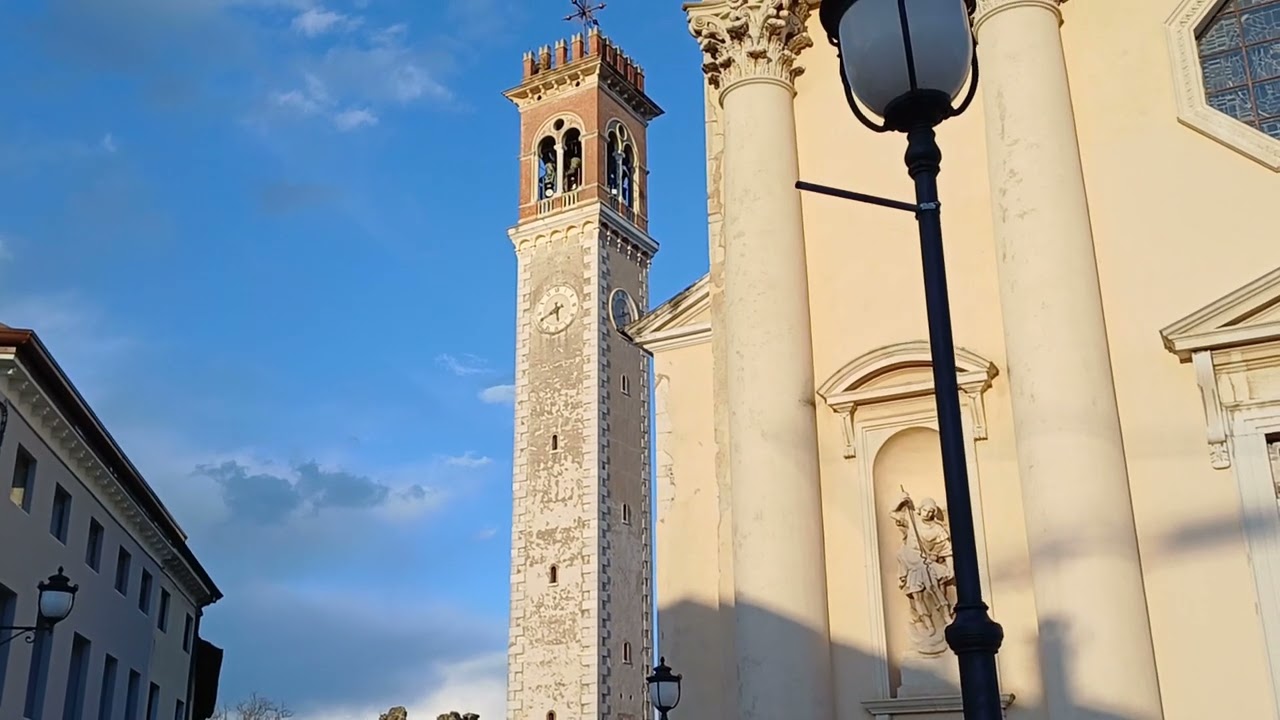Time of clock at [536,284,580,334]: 5:40
